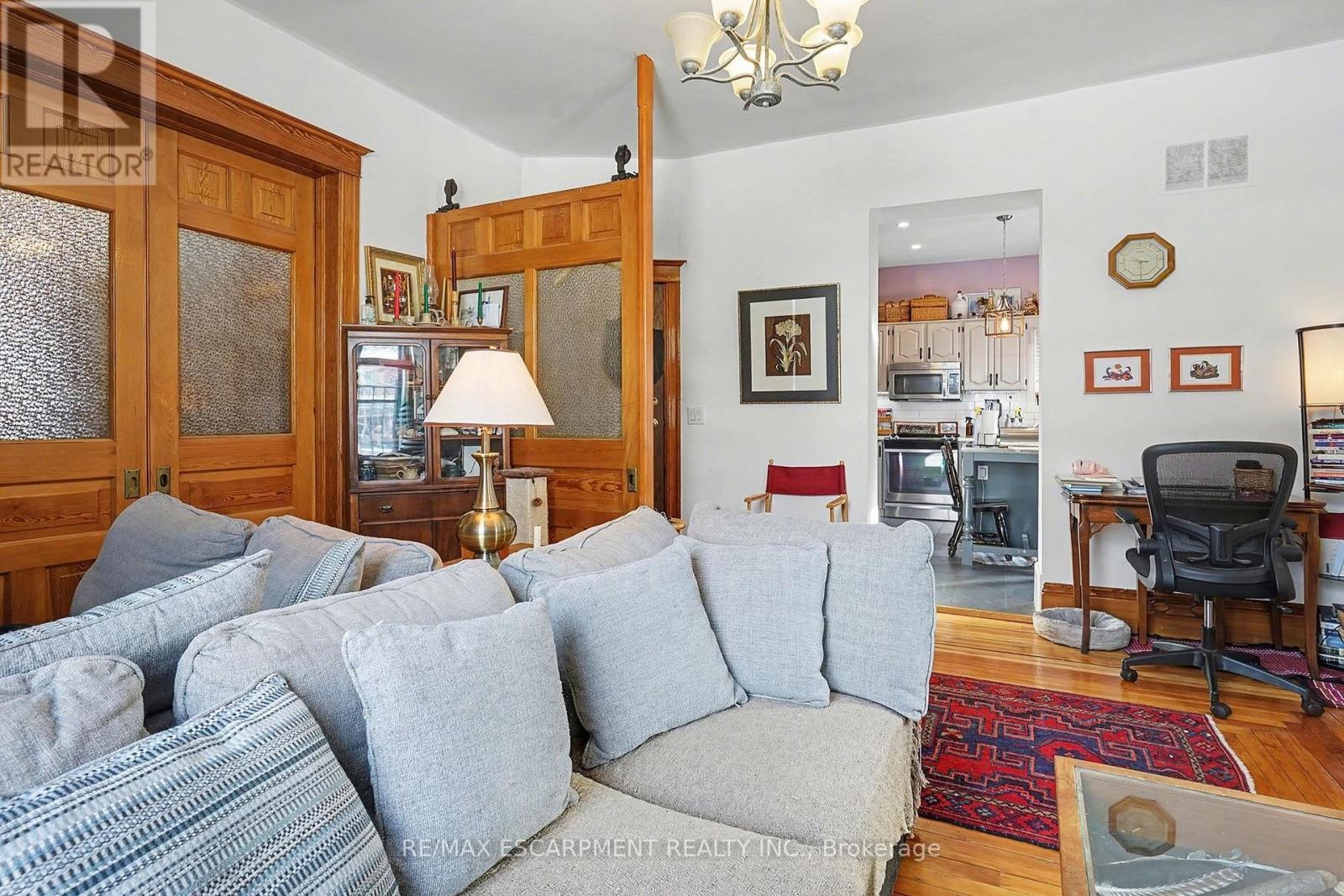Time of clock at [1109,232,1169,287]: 3:29
